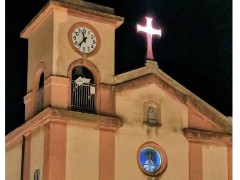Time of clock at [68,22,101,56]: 11:36
